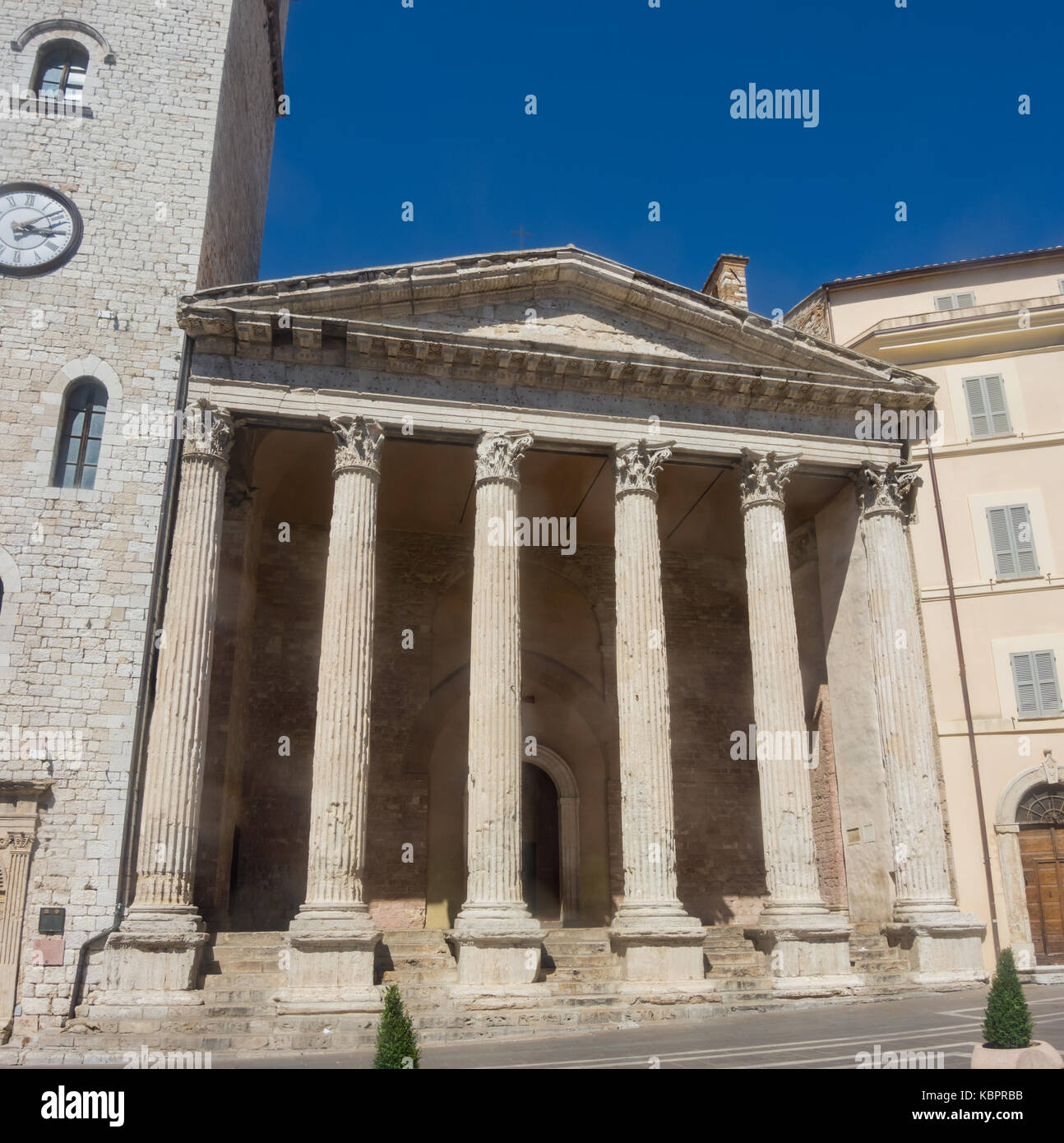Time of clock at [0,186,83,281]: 3:09
